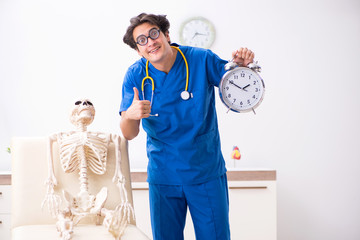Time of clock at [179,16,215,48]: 7:16
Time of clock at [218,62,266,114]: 1:49
